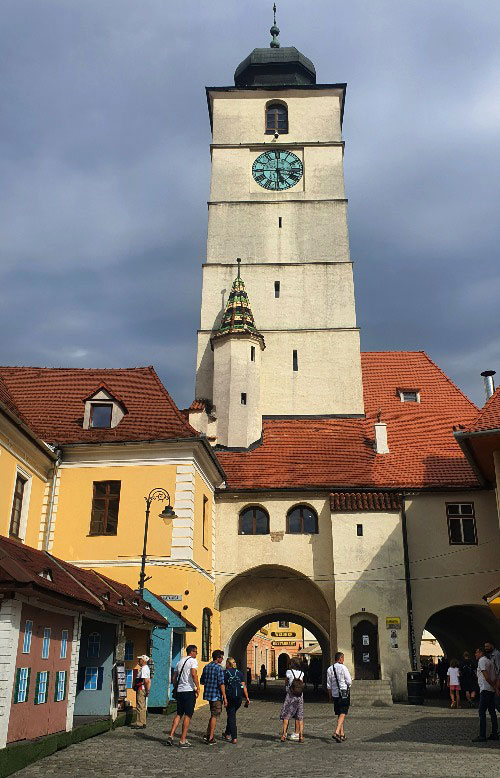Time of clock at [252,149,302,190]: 5:45
